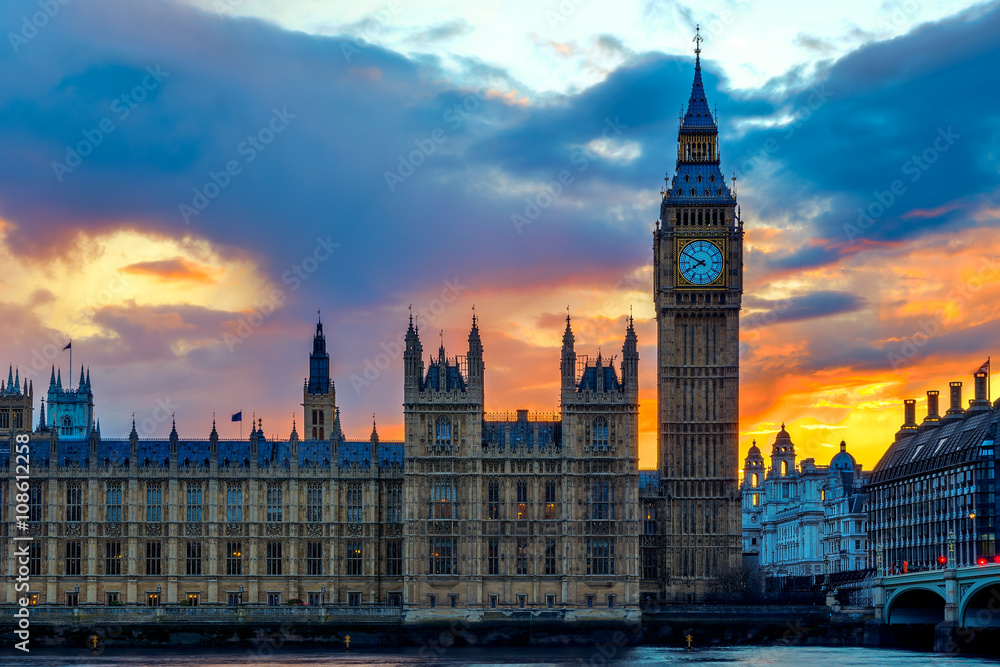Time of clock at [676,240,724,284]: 7:49
